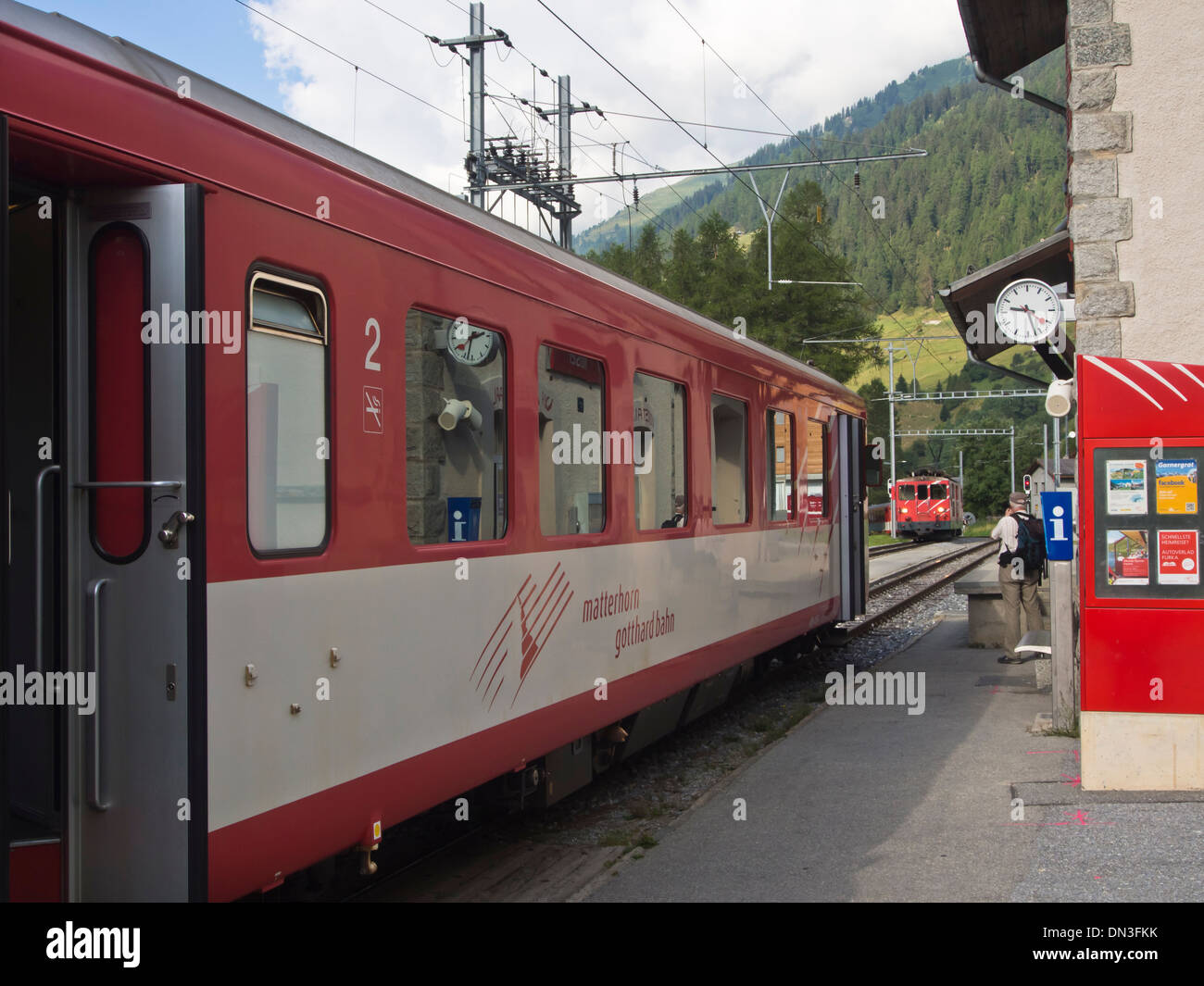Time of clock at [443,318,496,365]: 1:32
